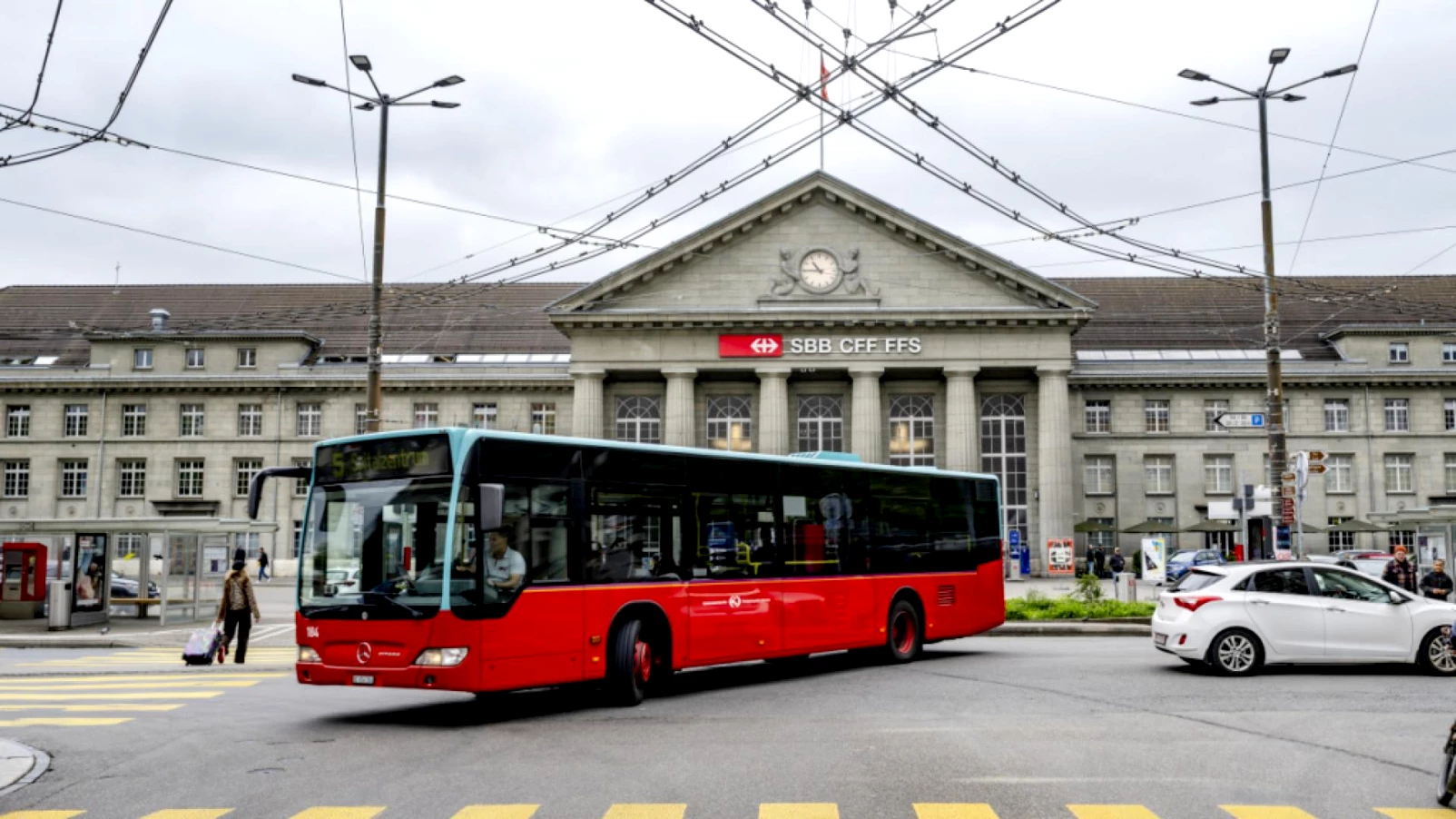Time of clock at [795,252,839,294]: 10:45
